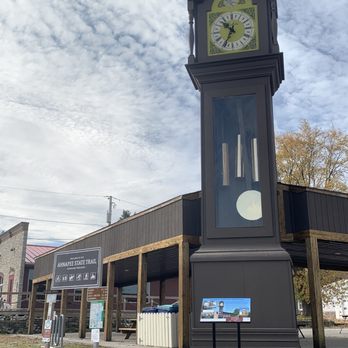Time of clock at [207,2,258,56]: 10:34
